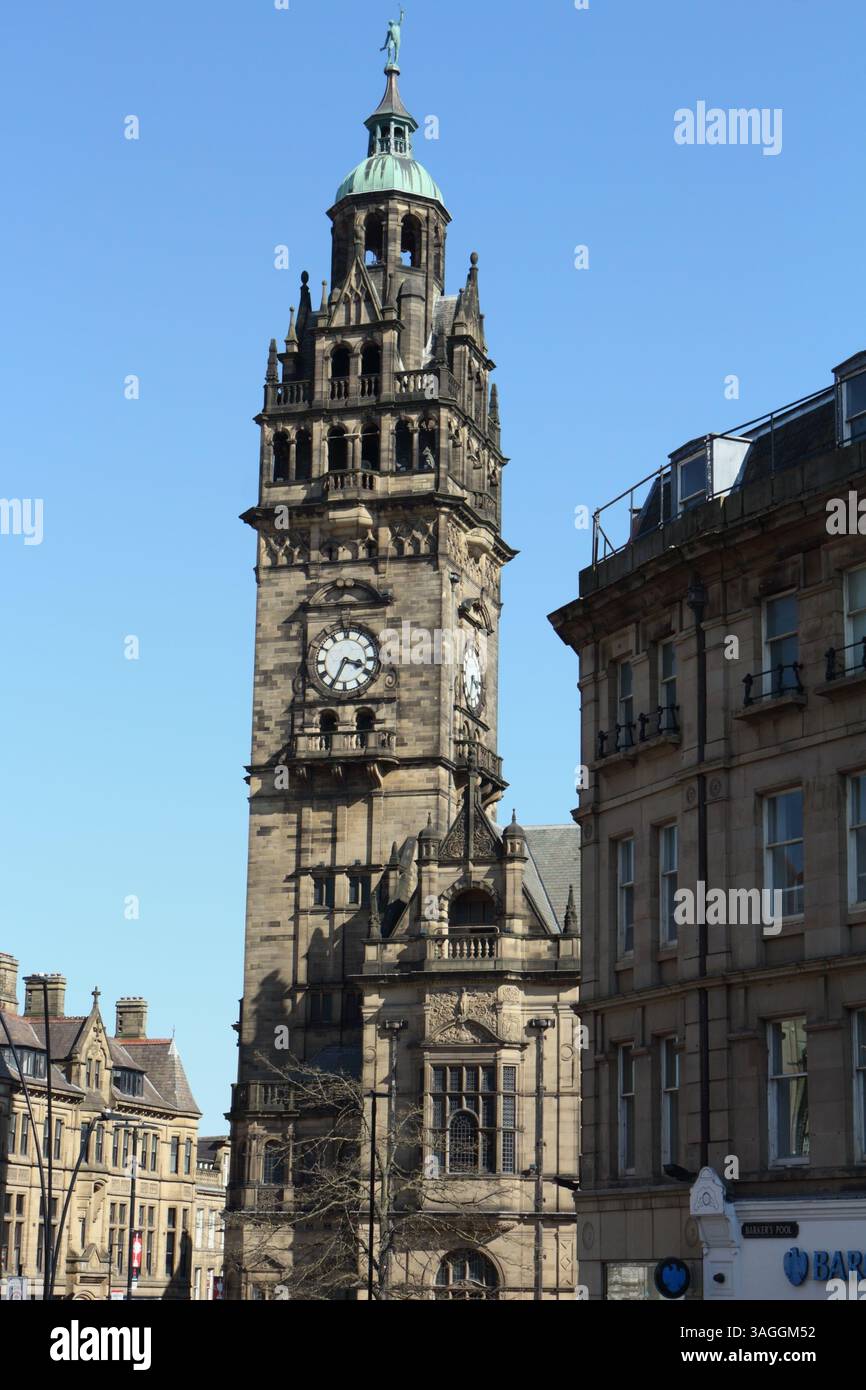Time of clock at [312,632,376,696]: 3:34
